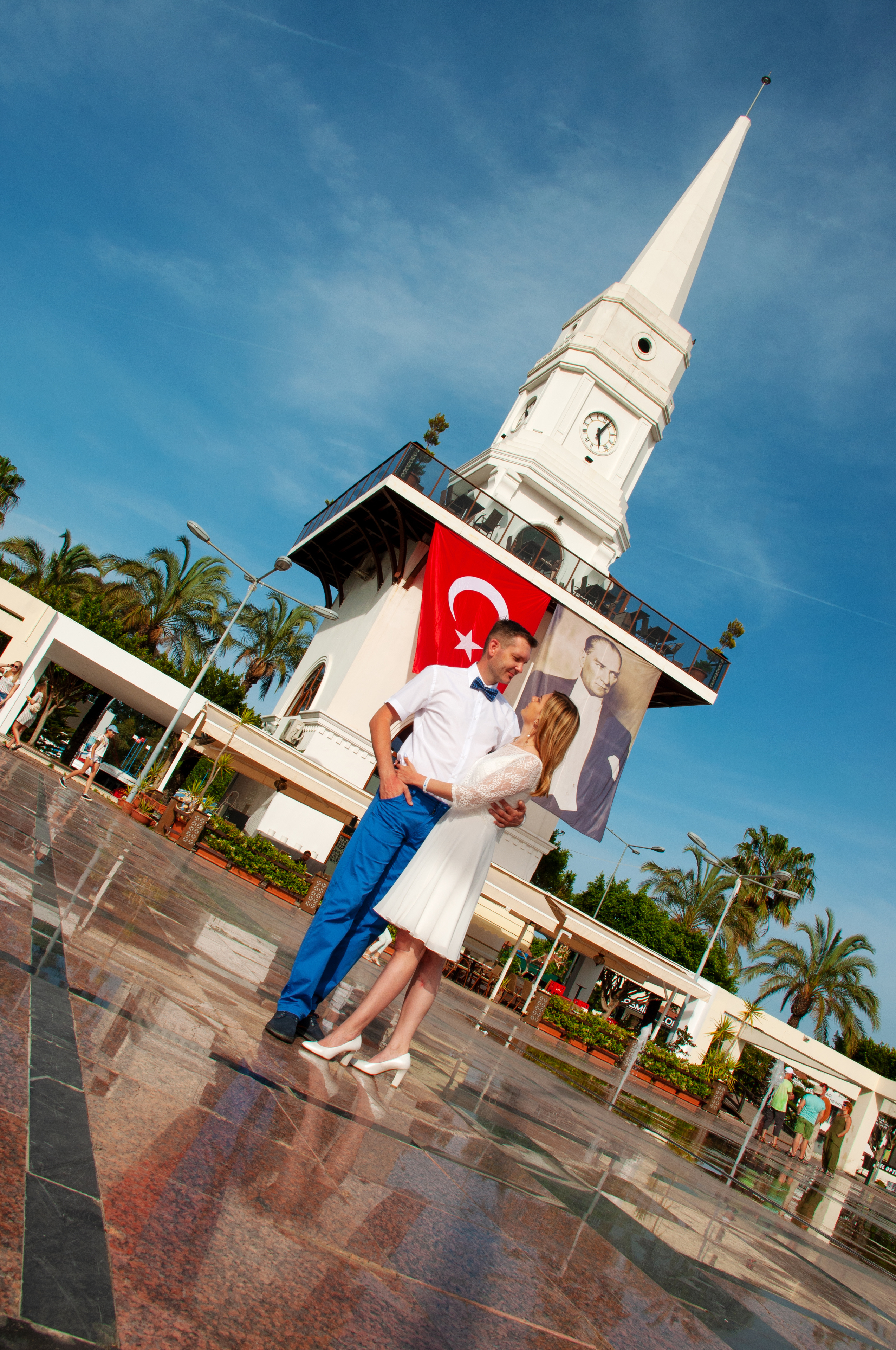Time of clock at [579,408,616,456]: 6:07
